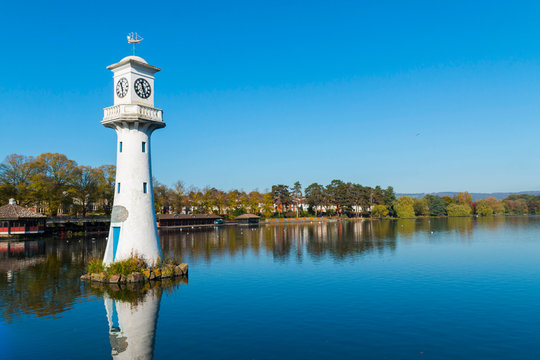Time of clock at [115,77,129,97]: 11:28
